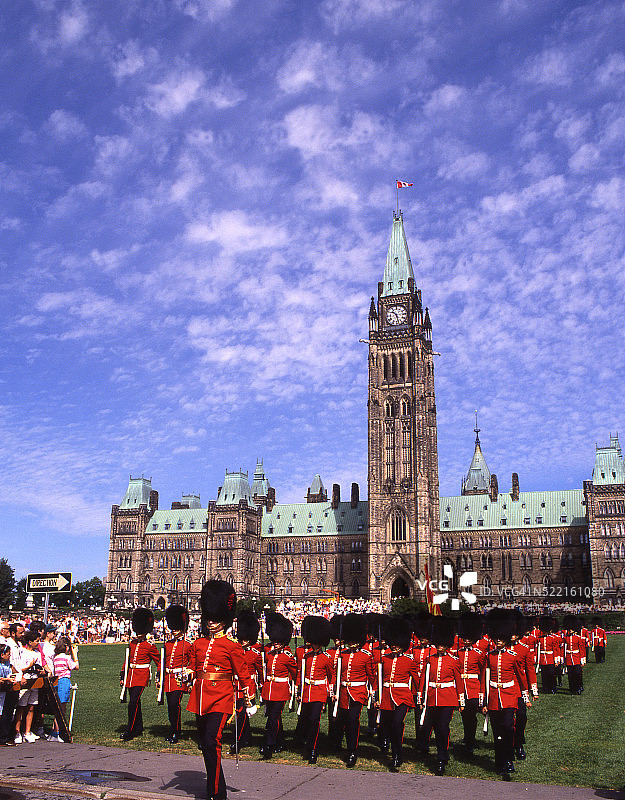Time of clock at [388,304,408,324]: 10:28
